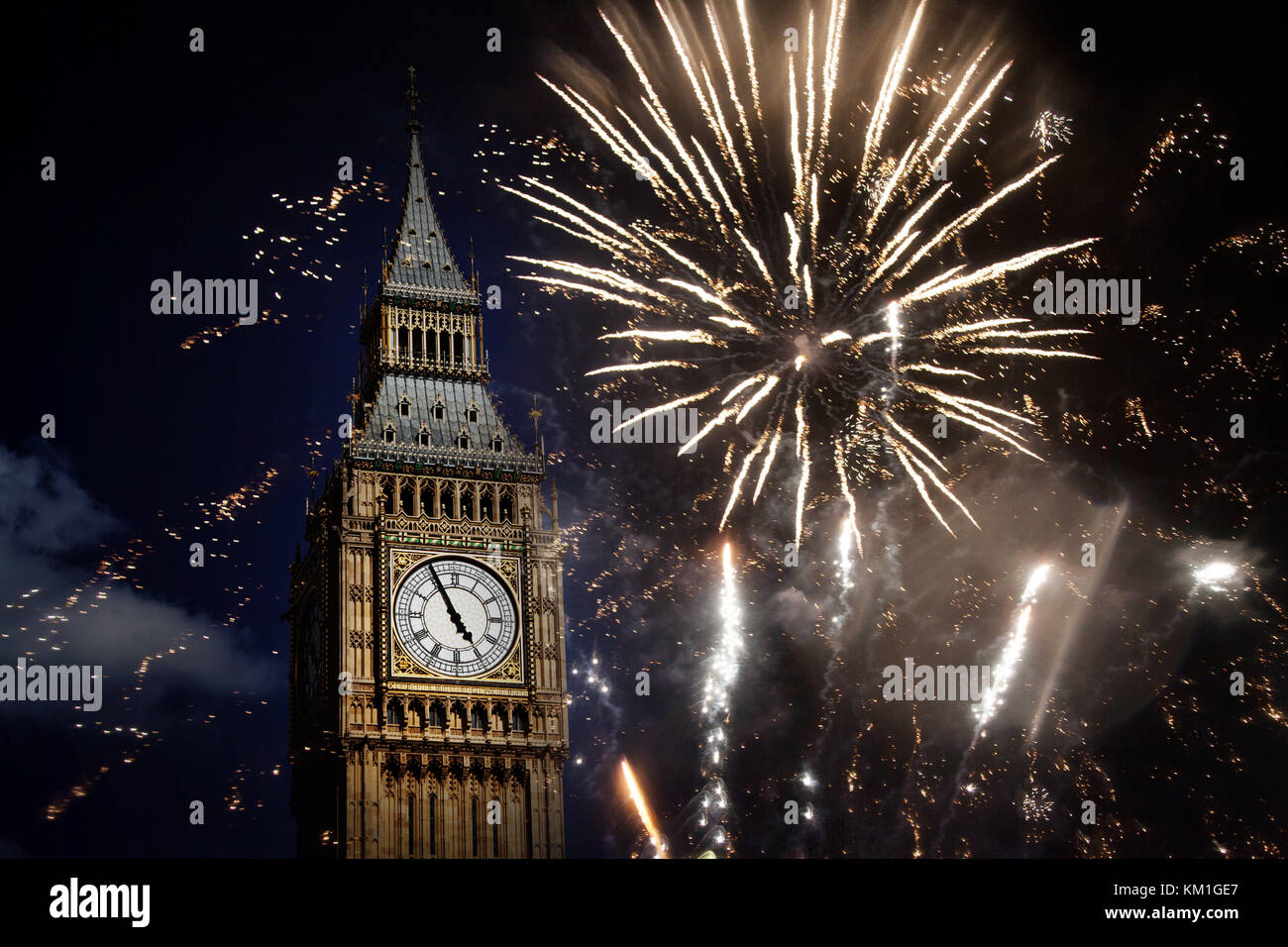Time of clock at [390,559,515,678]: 4:55
